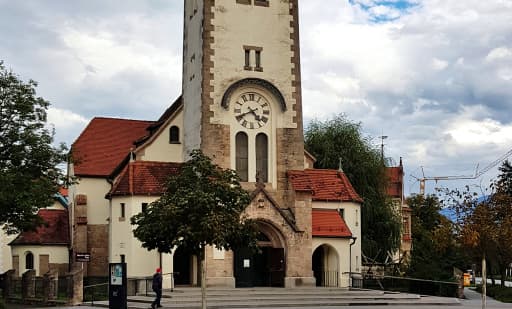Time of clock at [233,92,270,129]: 4:40
